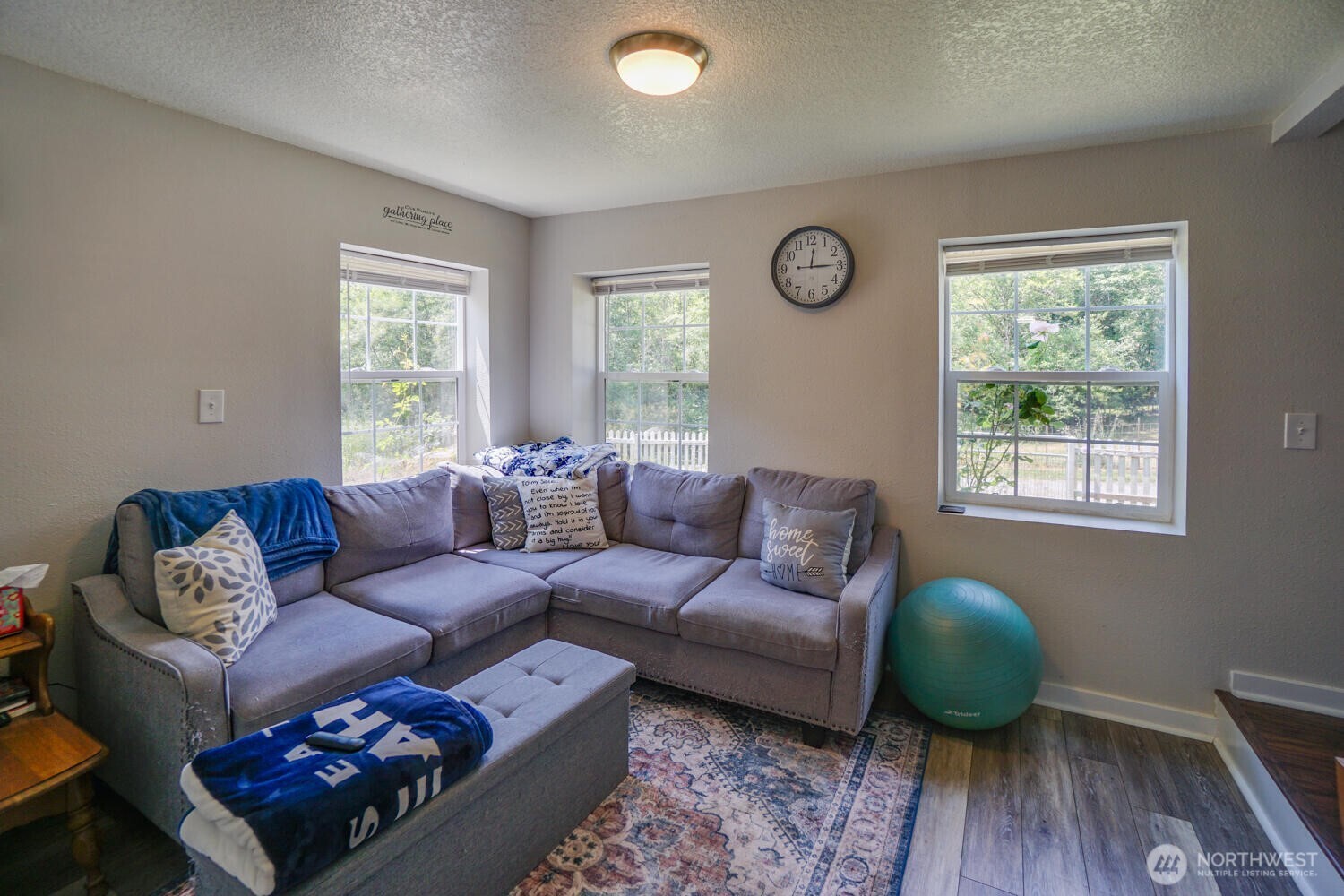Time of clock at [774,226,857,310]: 12:14
